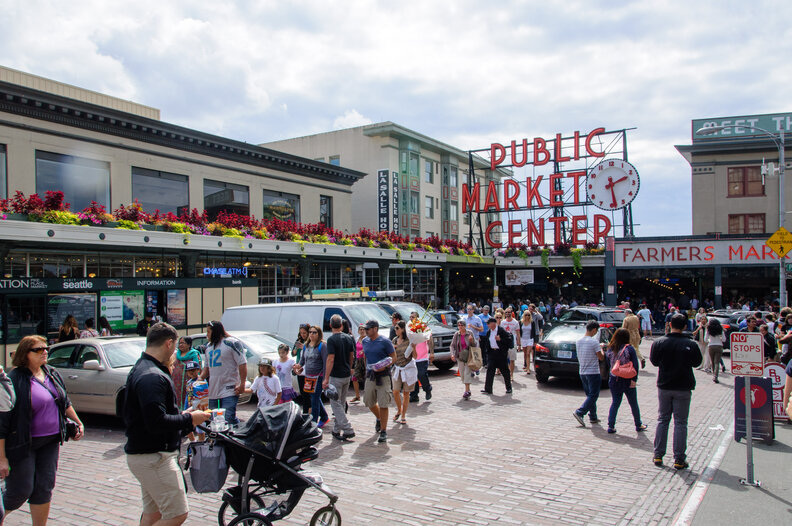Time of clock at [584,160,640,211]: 2:28
